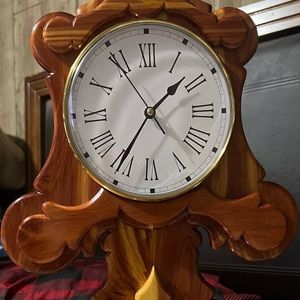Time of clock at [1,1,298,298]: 1:35
